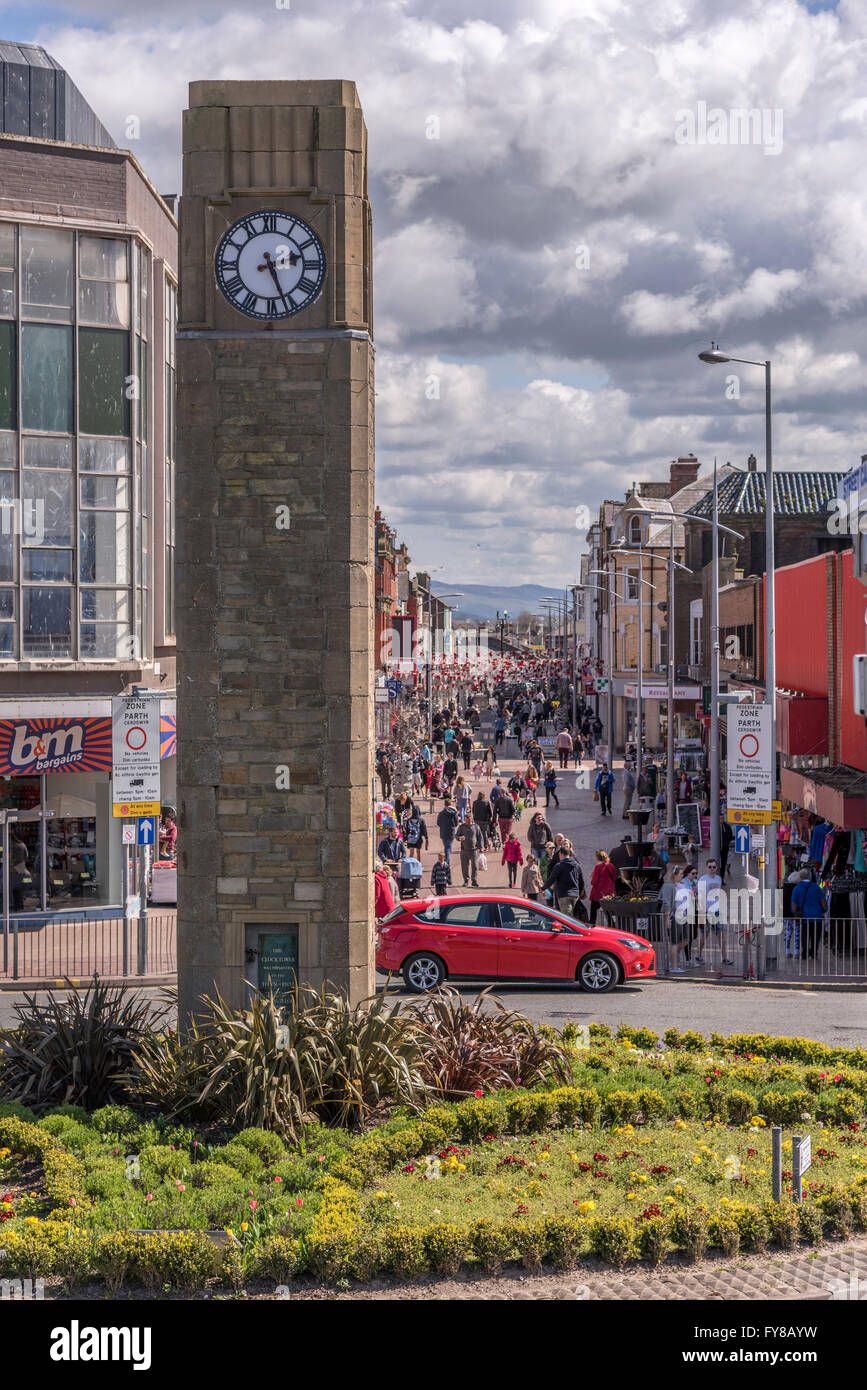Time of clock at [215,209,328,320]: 2:26
